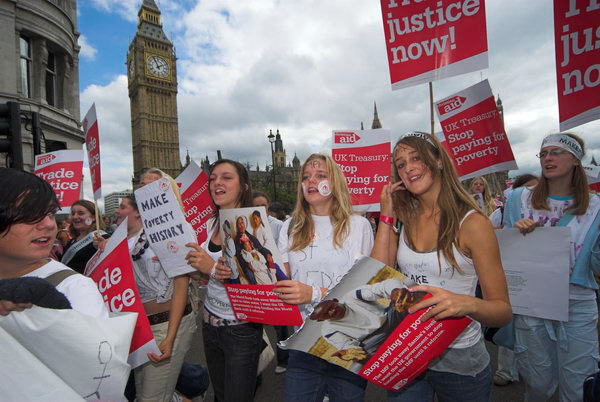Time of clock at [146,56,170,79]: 1:56
